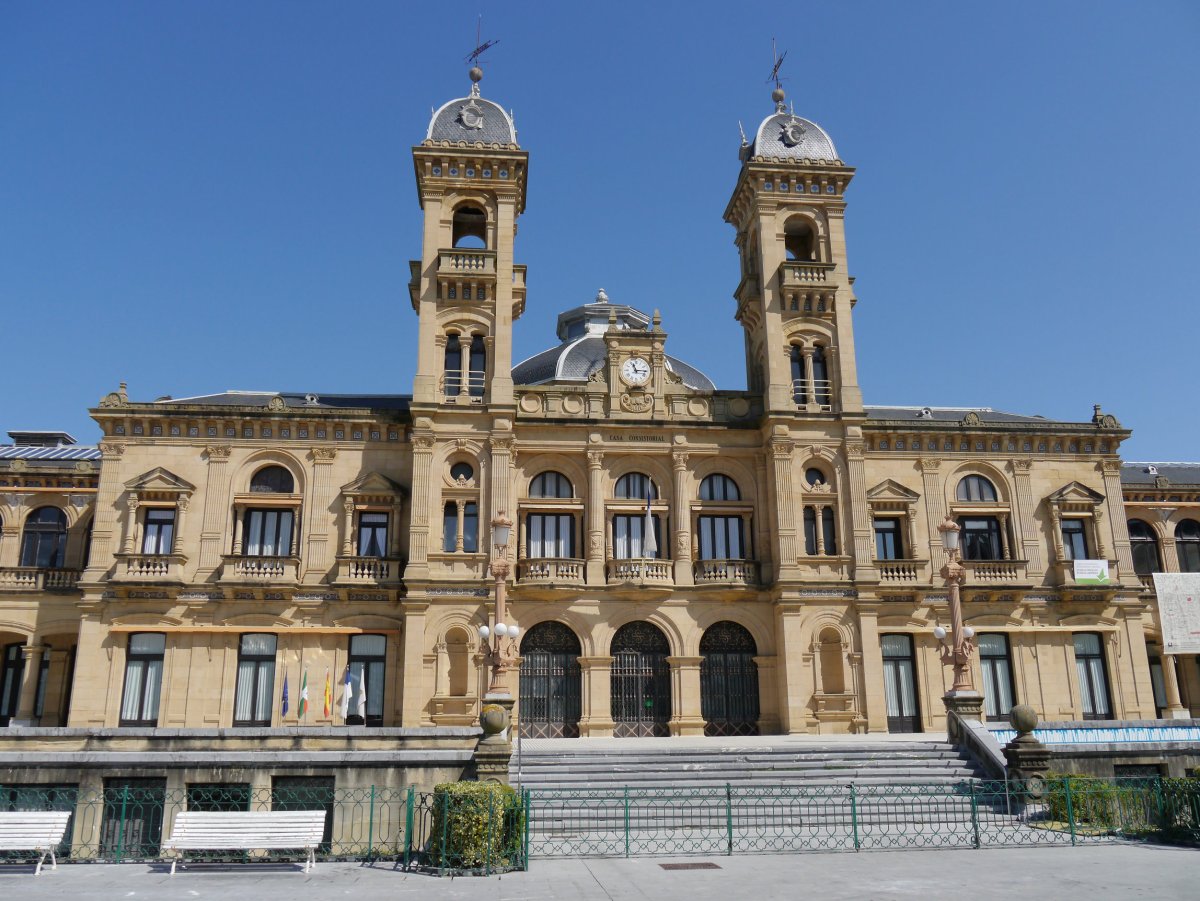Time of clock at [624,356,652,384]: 11:14
